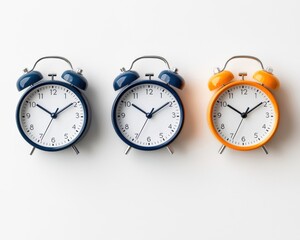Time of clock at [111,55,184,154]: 10:09
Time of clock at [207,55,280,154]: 10:09
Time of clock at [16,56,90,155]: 10:09
